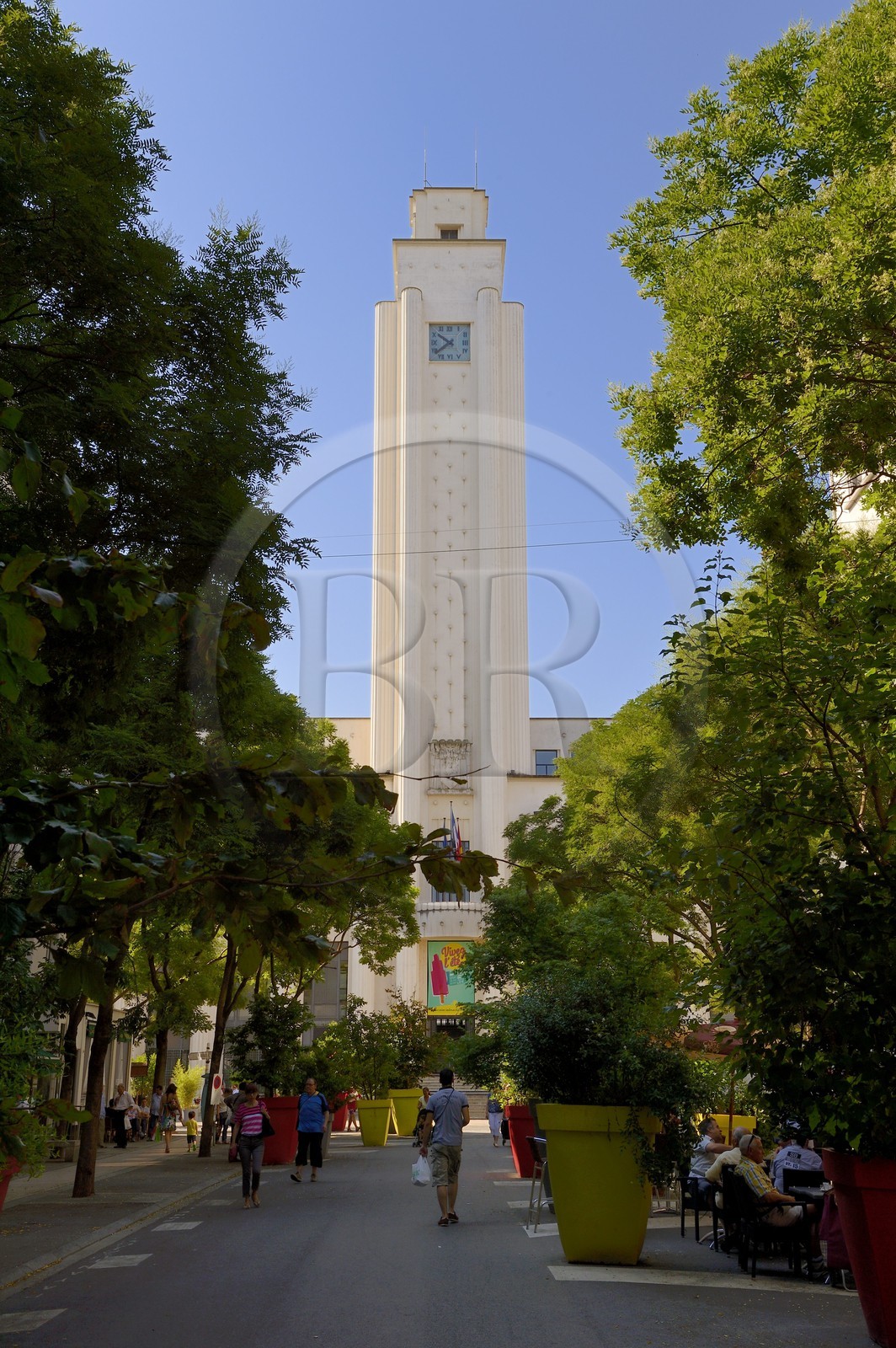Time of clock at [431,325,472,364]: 7:50
